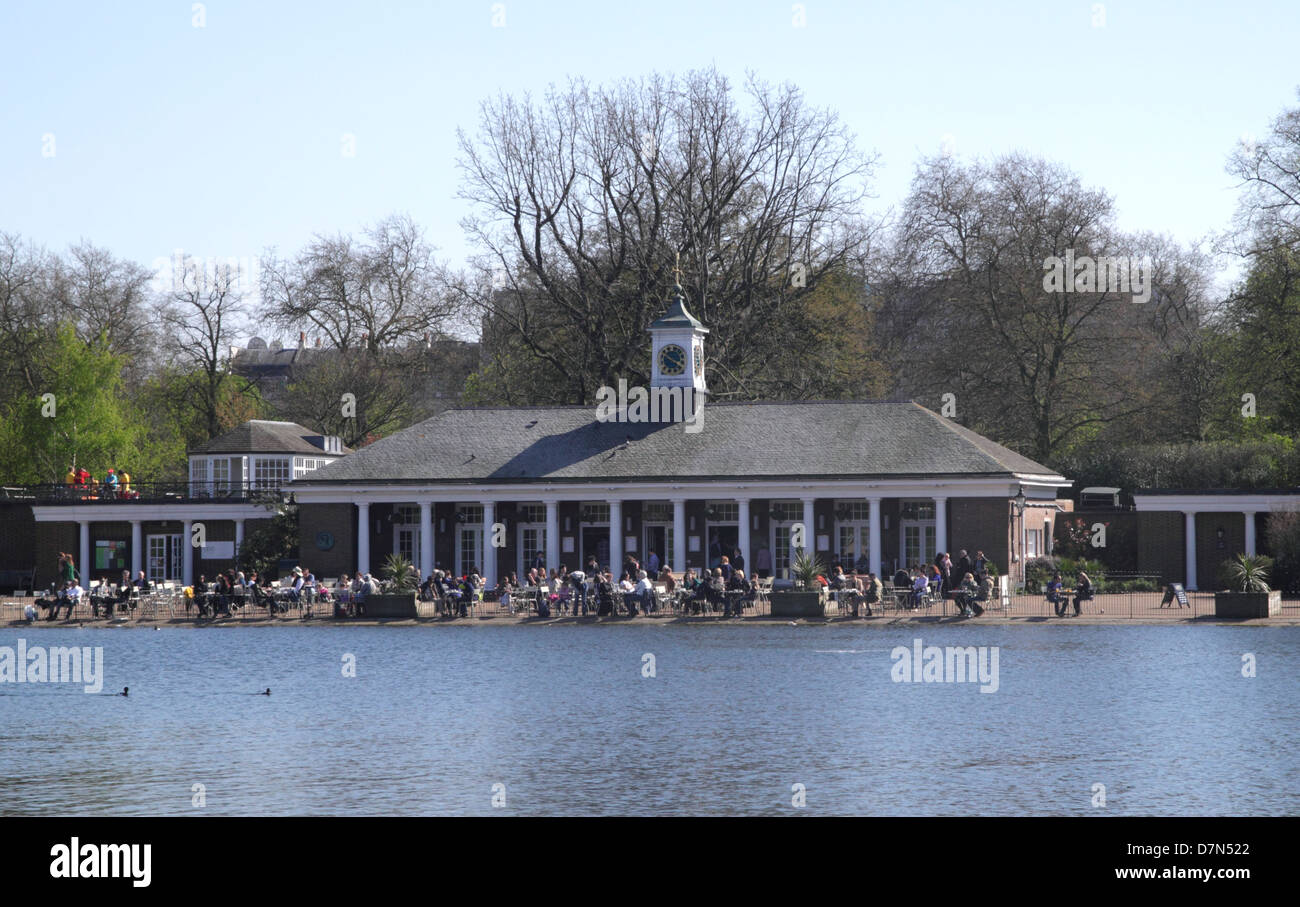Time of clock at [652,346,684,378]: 3:50
